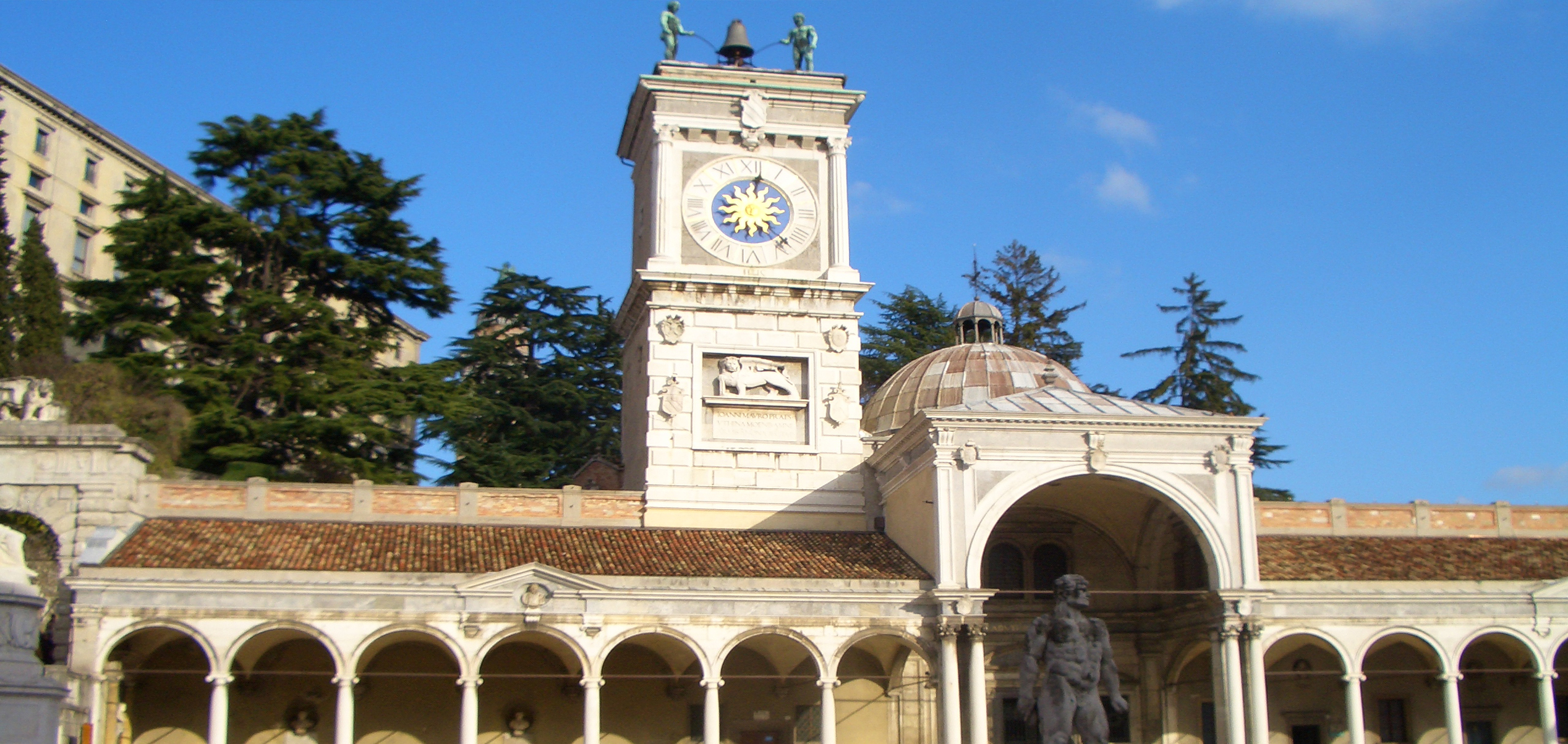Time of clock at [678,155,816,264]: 12:22
